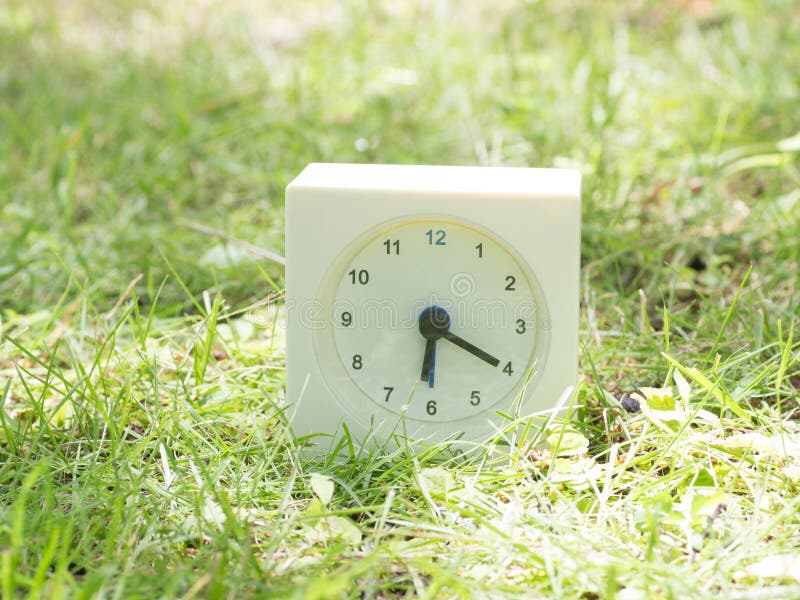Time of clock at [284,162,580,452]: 6:19
